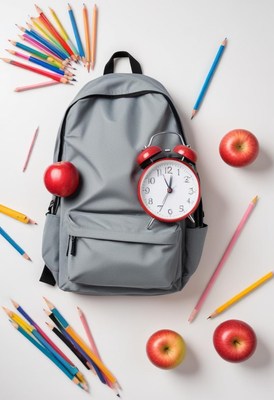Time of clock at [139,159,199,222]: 12:34
